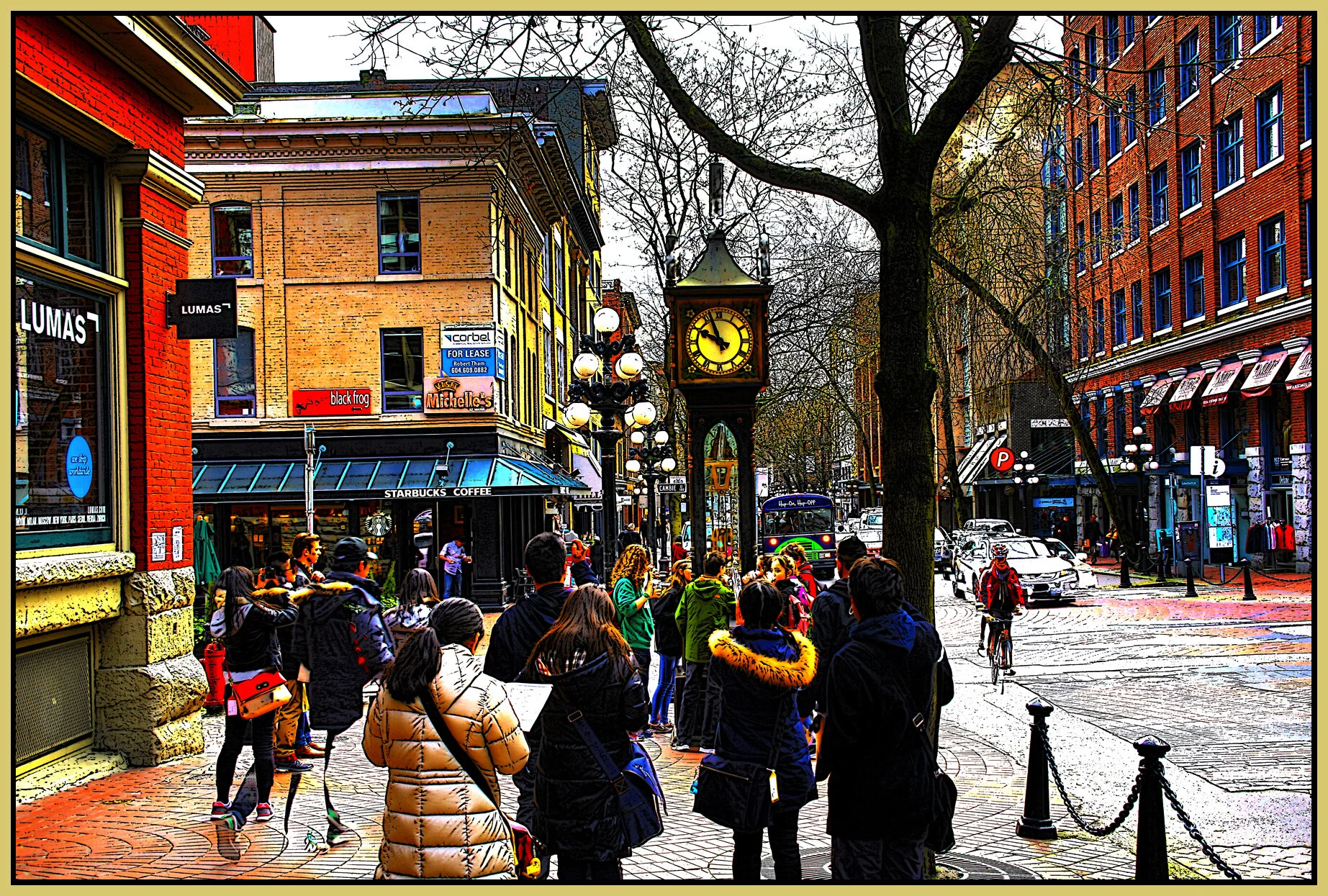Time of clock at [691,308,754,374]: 9:56
